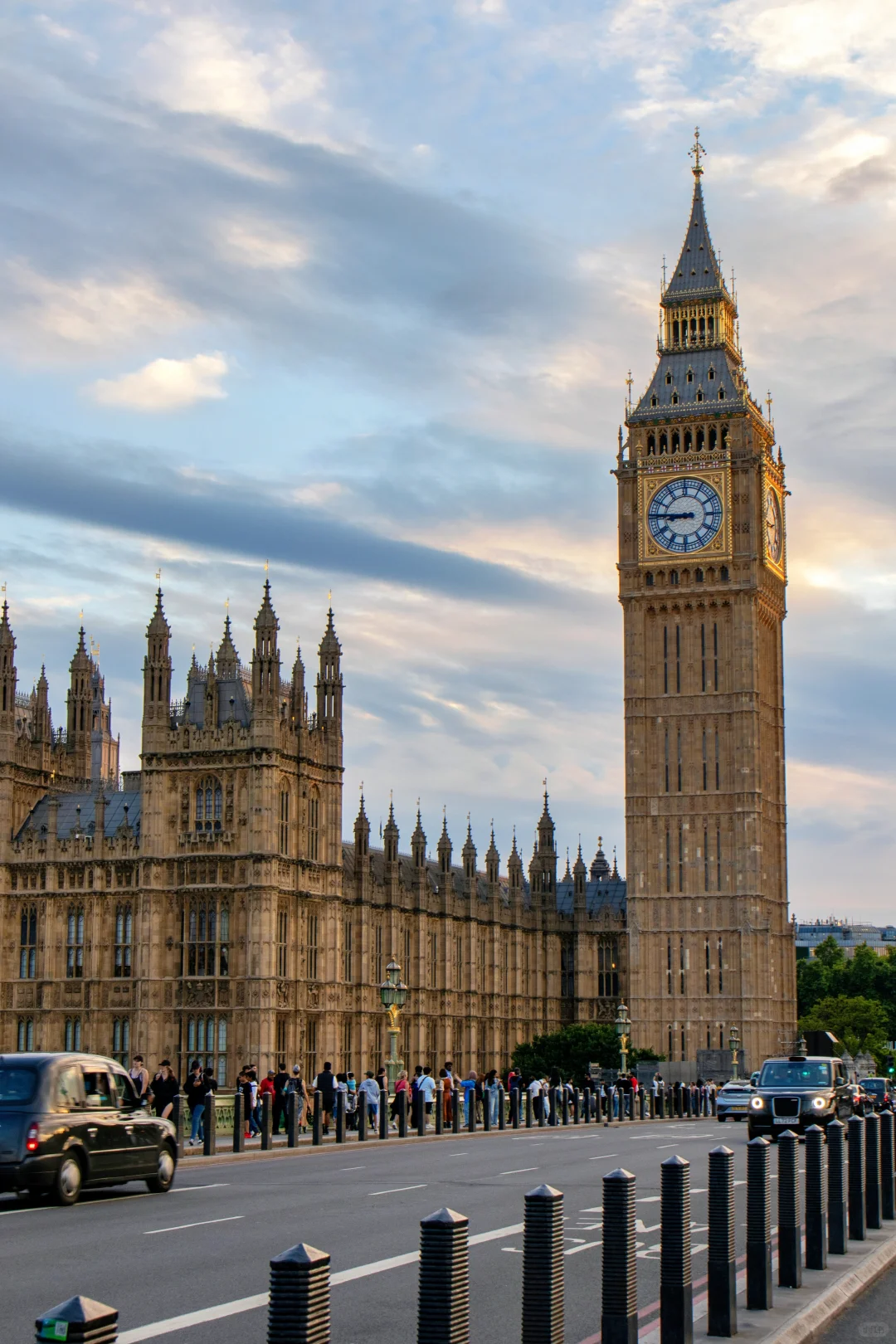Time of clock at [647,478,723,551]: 8:45
